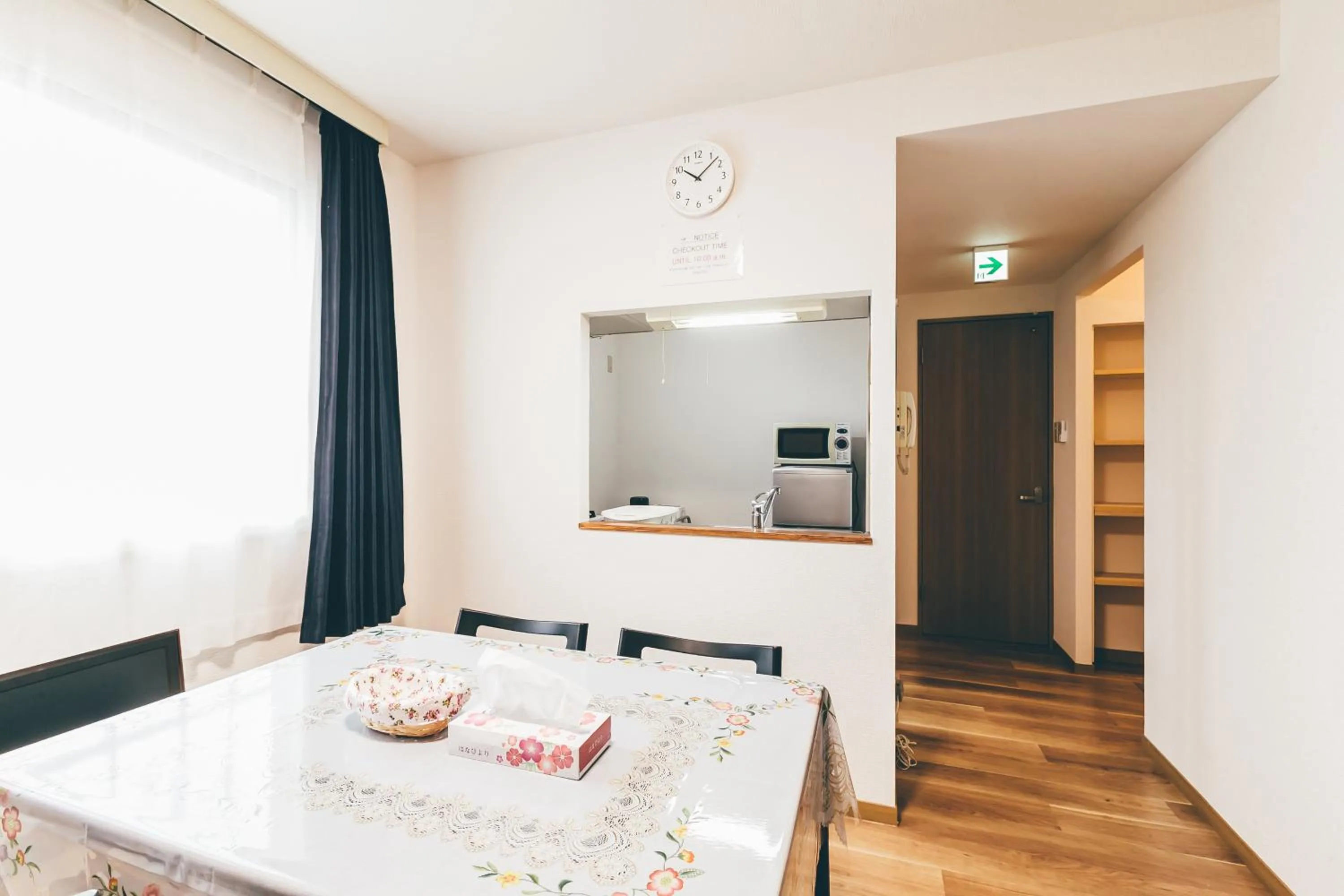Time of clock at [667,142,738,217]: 10:07
